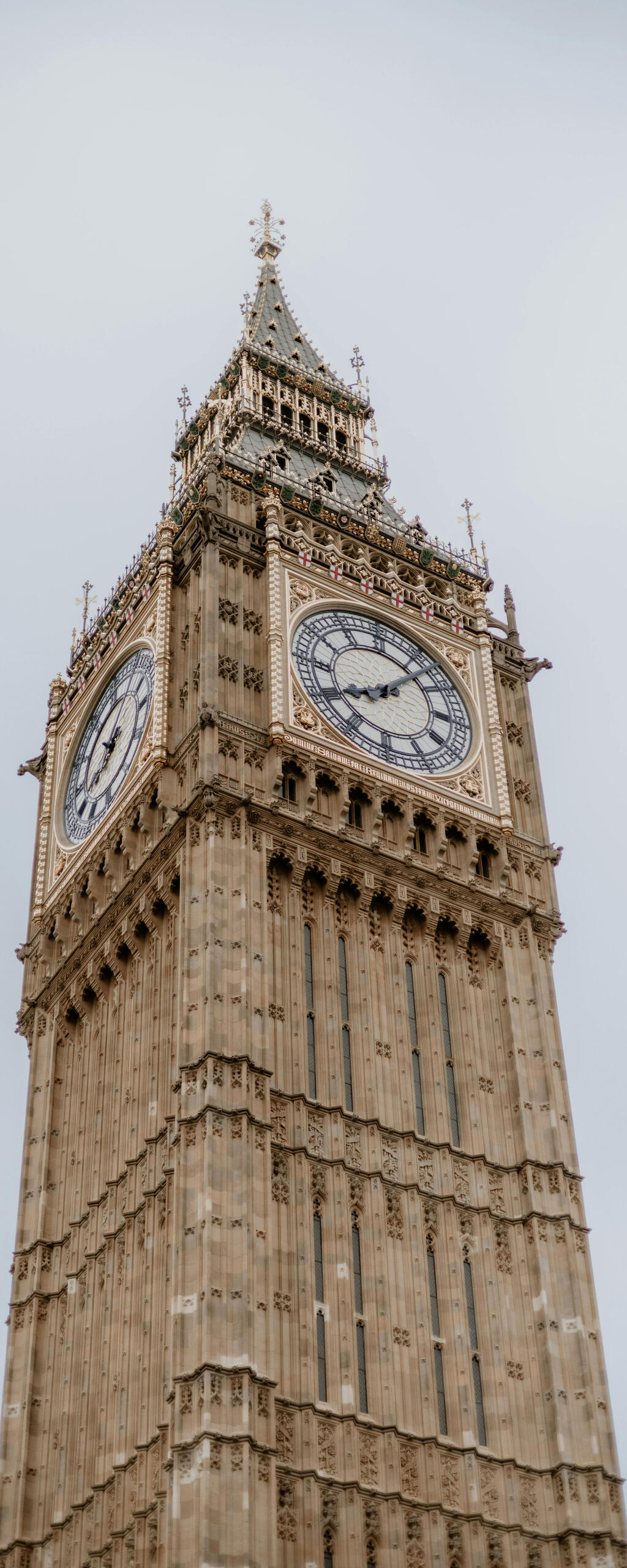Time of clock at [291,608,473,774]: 8:07
